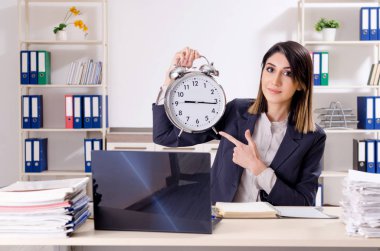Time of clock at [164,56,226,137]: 9:16
